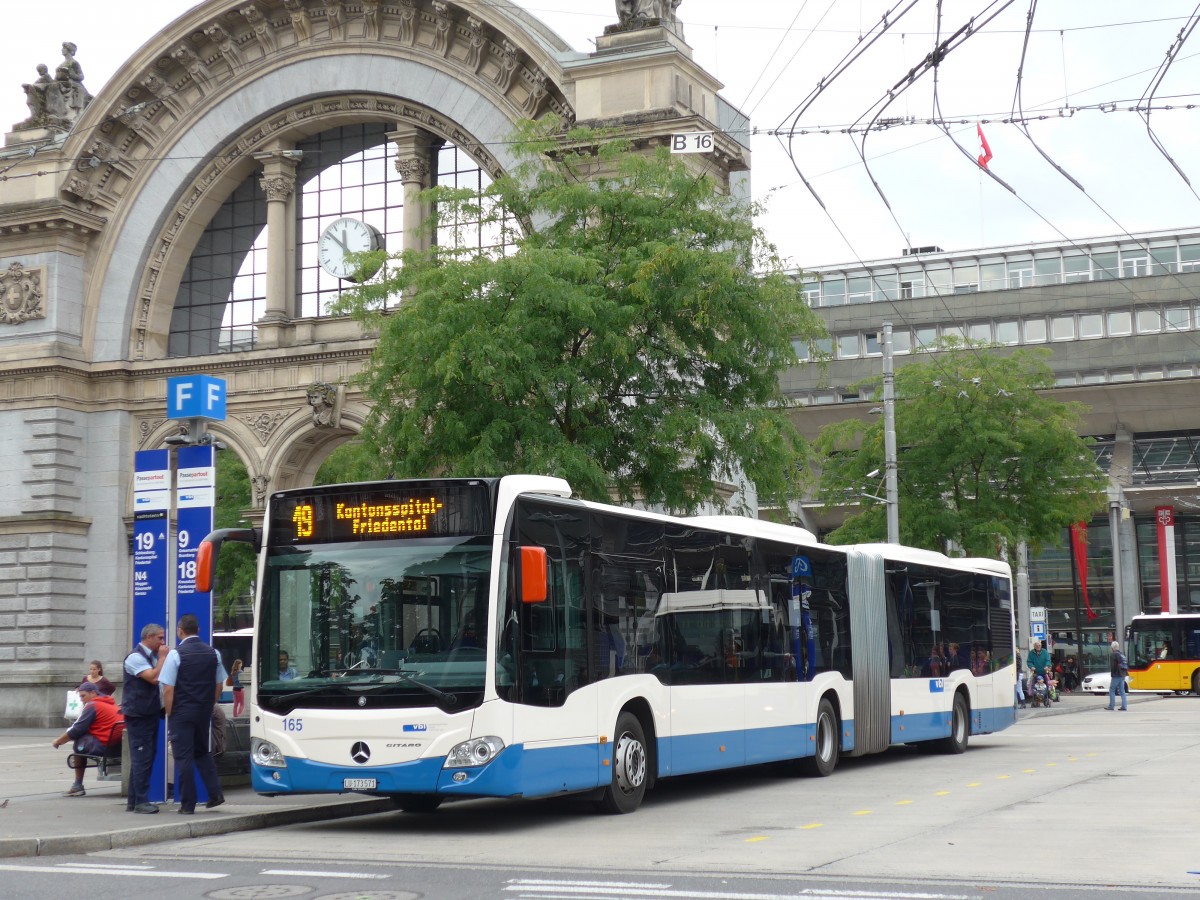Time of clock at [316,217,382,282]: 11:52
